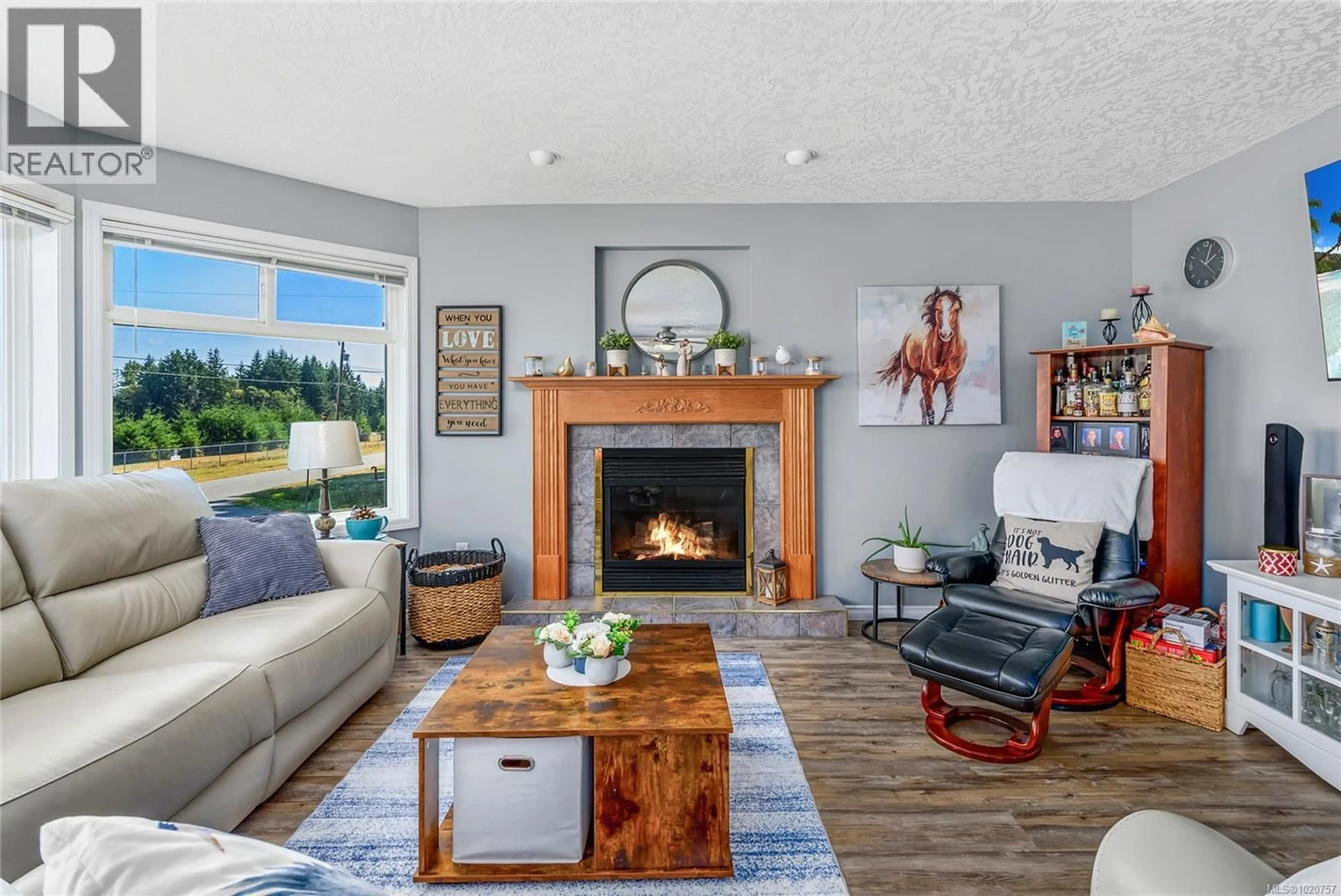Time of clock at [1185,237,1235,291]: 2:03
